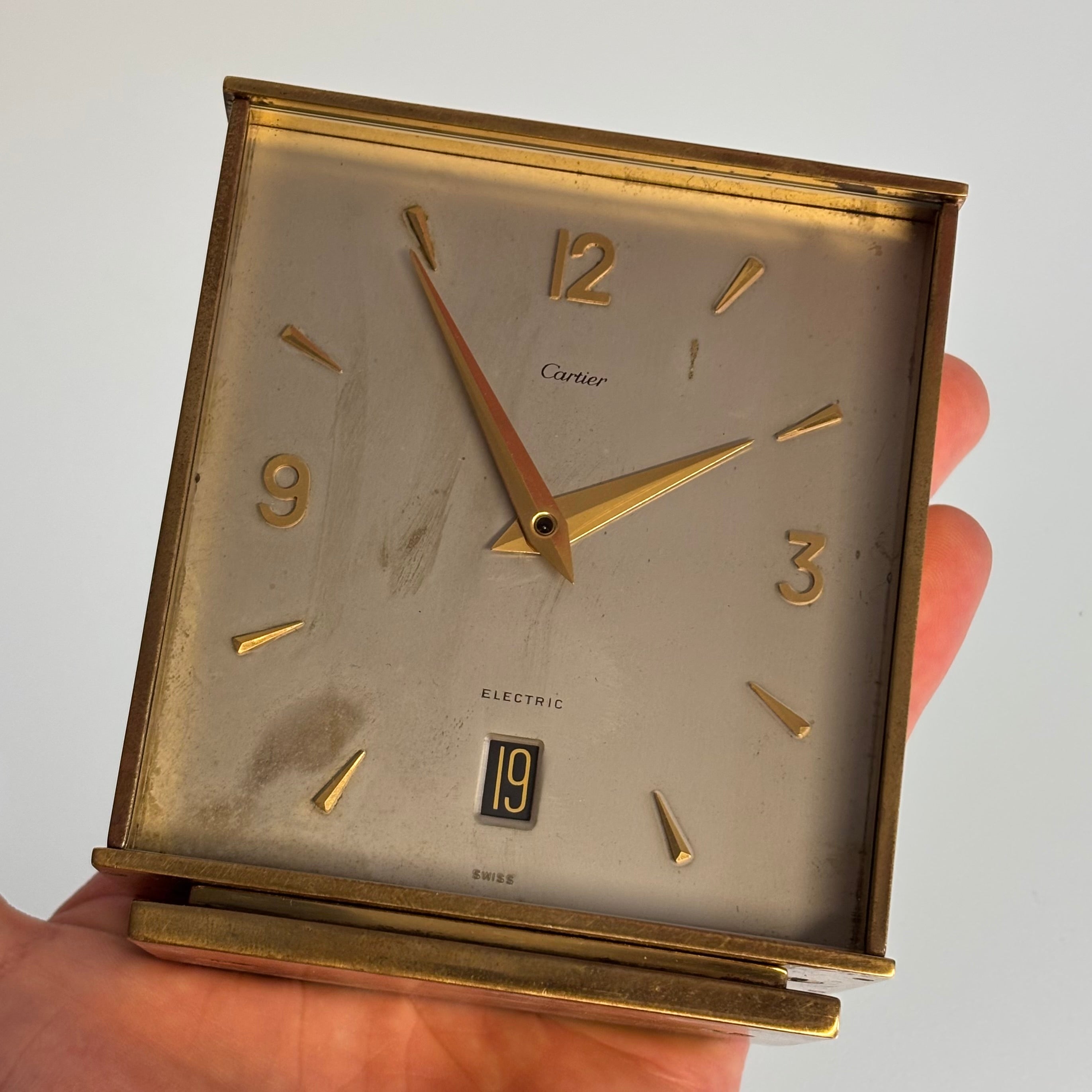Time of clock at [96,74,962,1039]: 1:54
